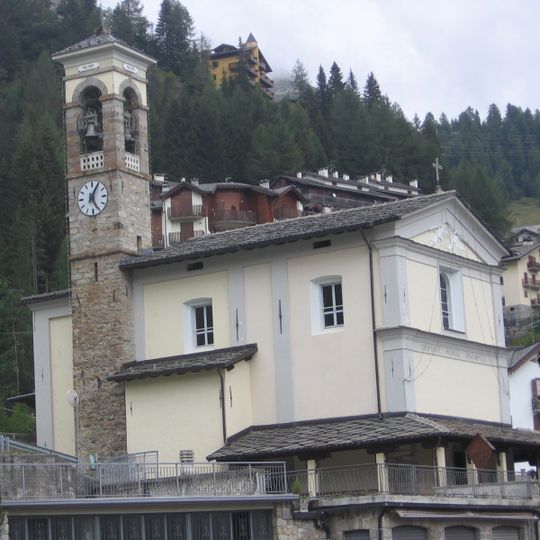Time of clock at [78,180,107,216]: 5:04
